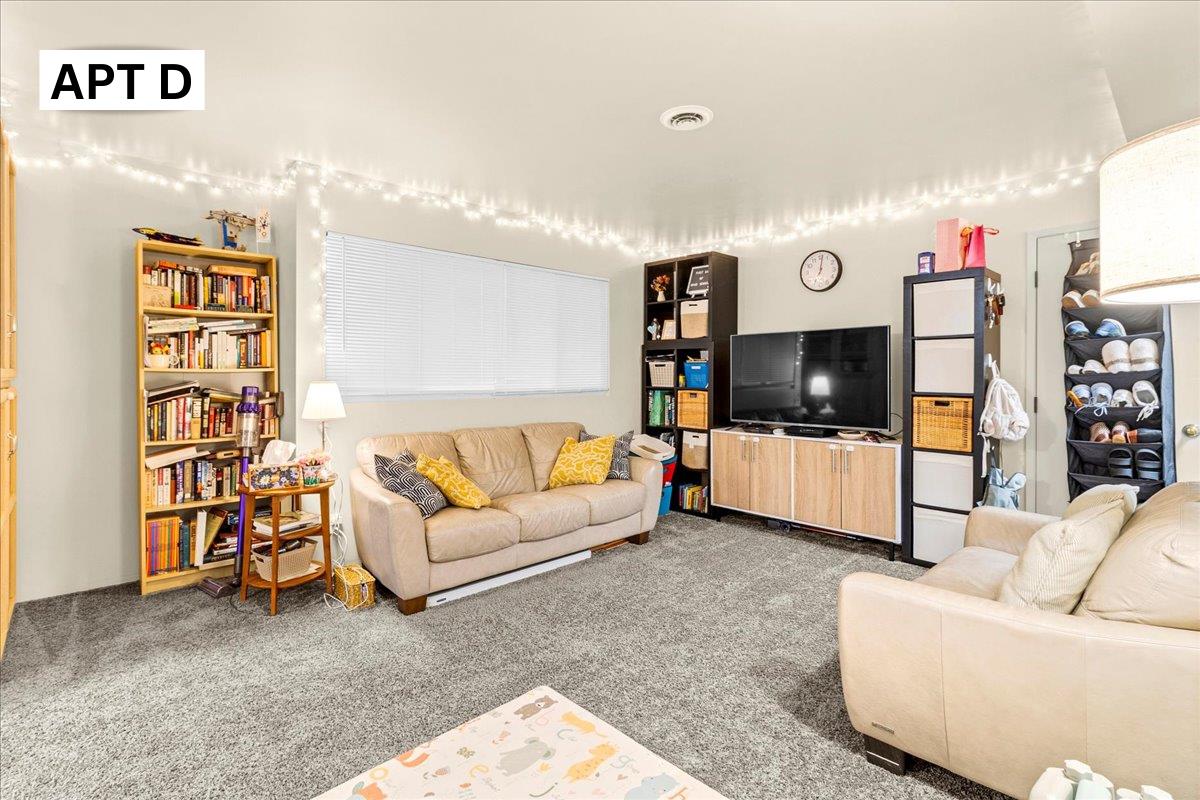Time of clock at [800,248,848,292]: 7:01
